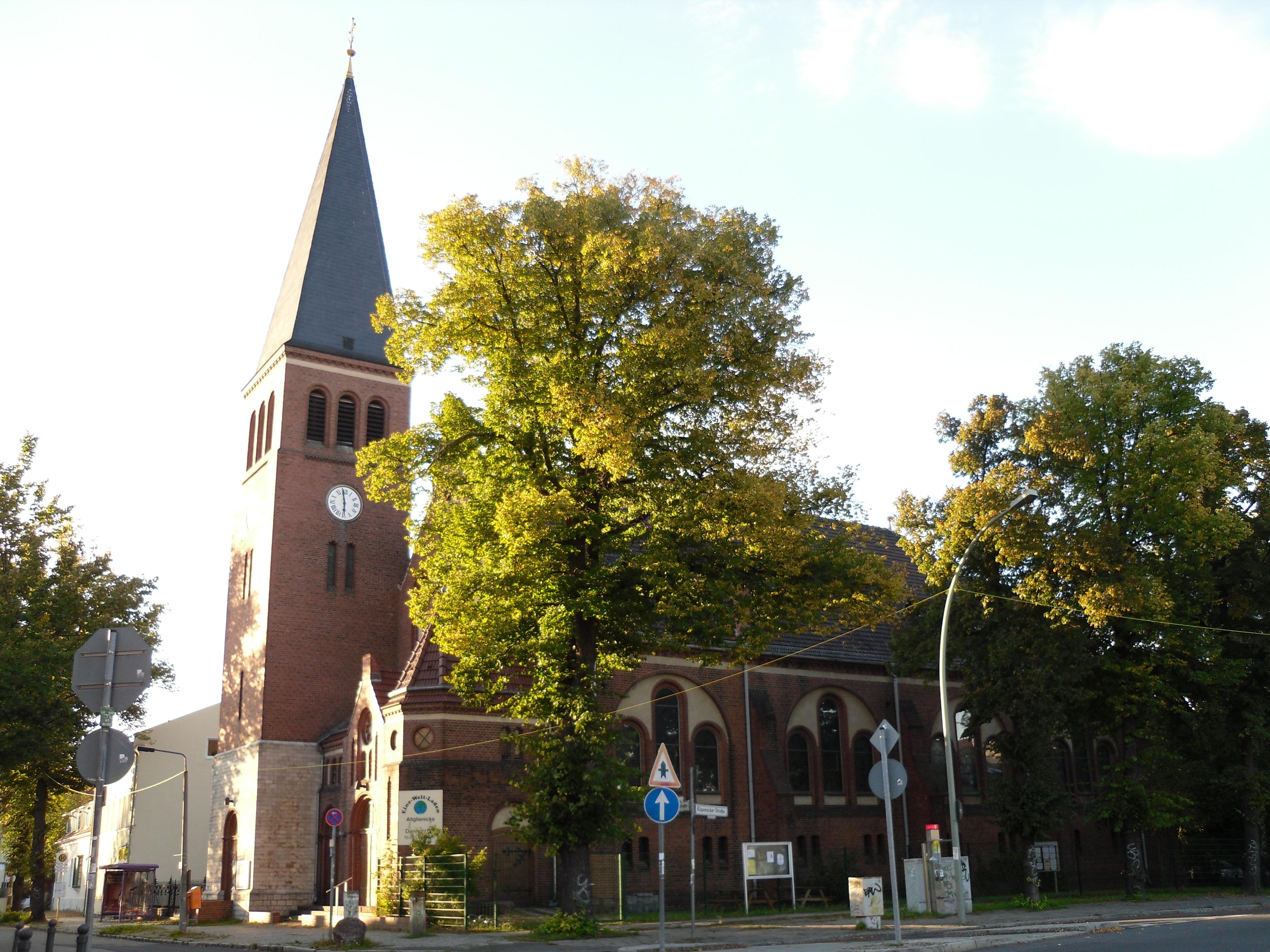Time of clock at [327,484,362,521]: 5:58
